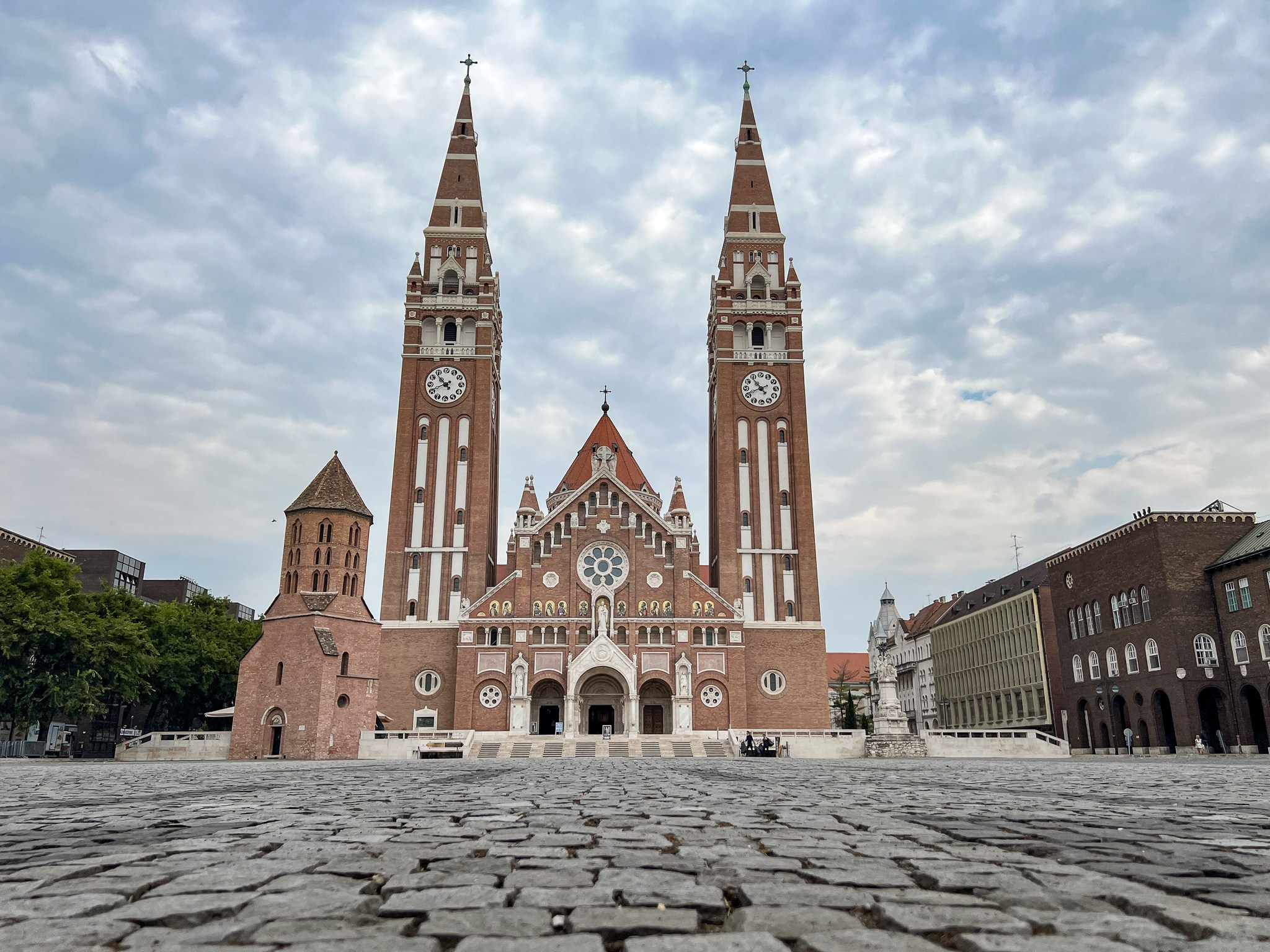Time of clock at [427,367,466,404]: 10:41
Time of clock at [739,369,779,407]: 10:41
